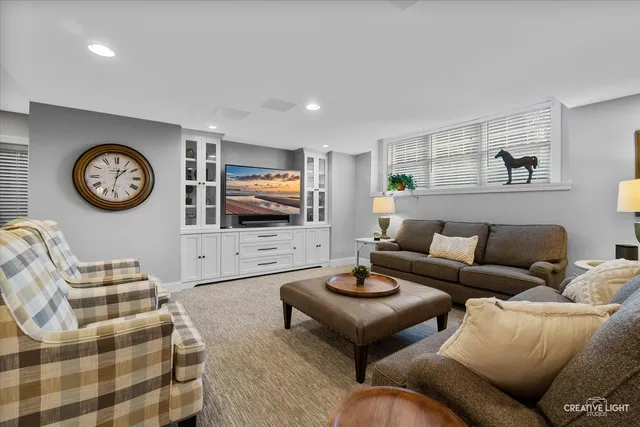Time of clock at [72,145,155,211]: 1:32
